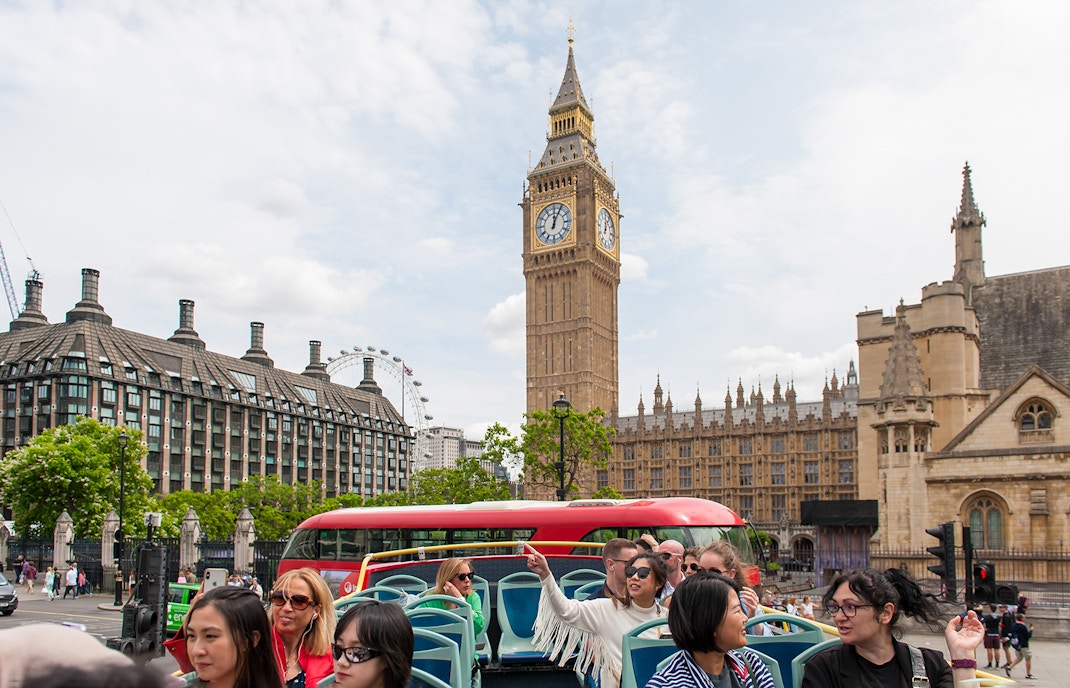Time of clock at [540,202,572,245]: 12:04
